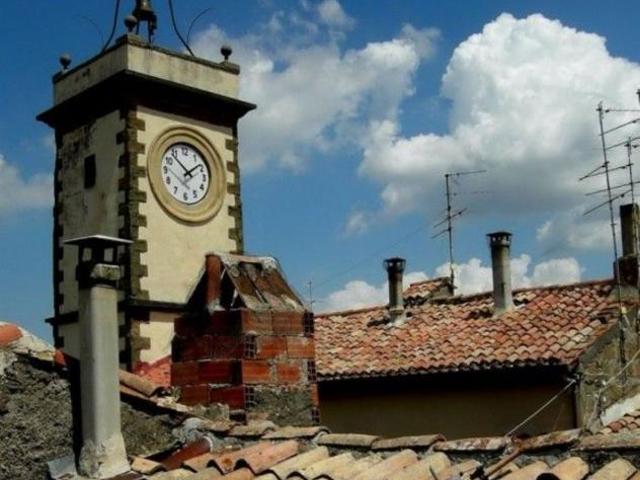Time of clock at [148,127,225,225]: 1:52
